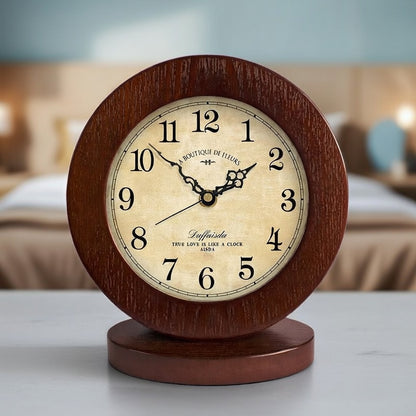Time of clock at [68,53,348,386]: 1:52
